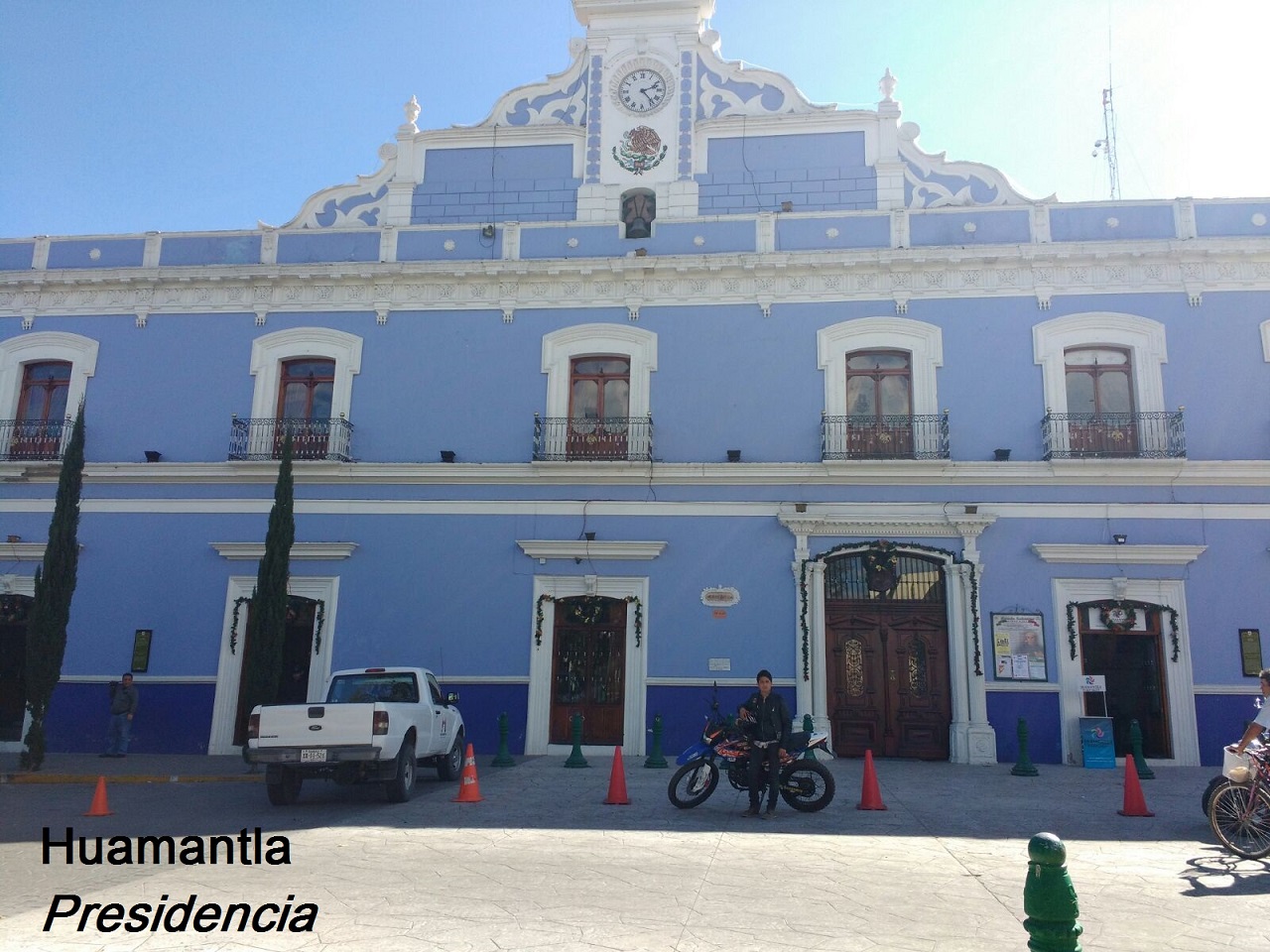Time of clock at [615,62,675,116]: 2:23
